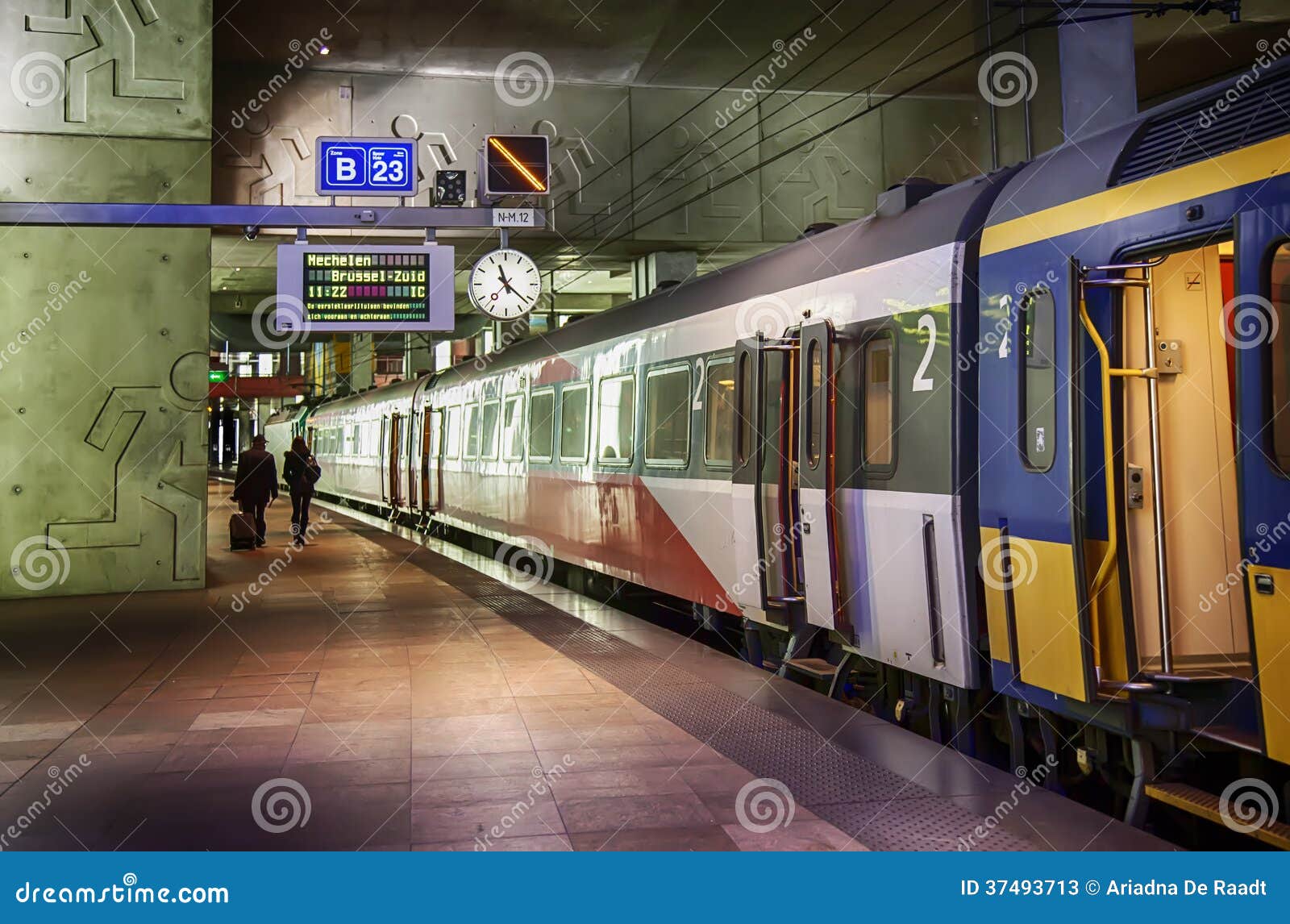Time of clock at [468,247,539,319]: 11:21
